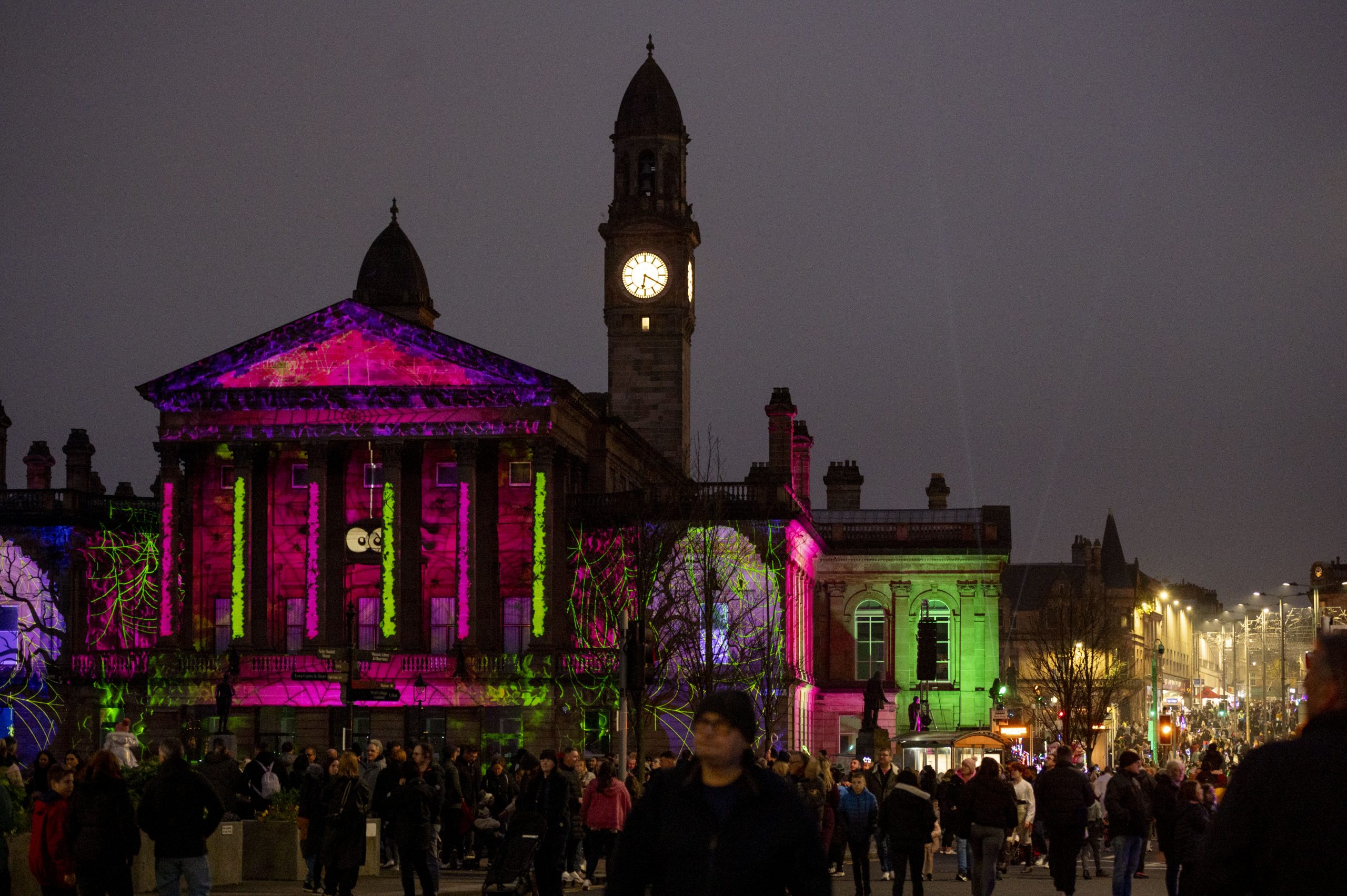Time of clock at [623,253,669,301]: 6:19
